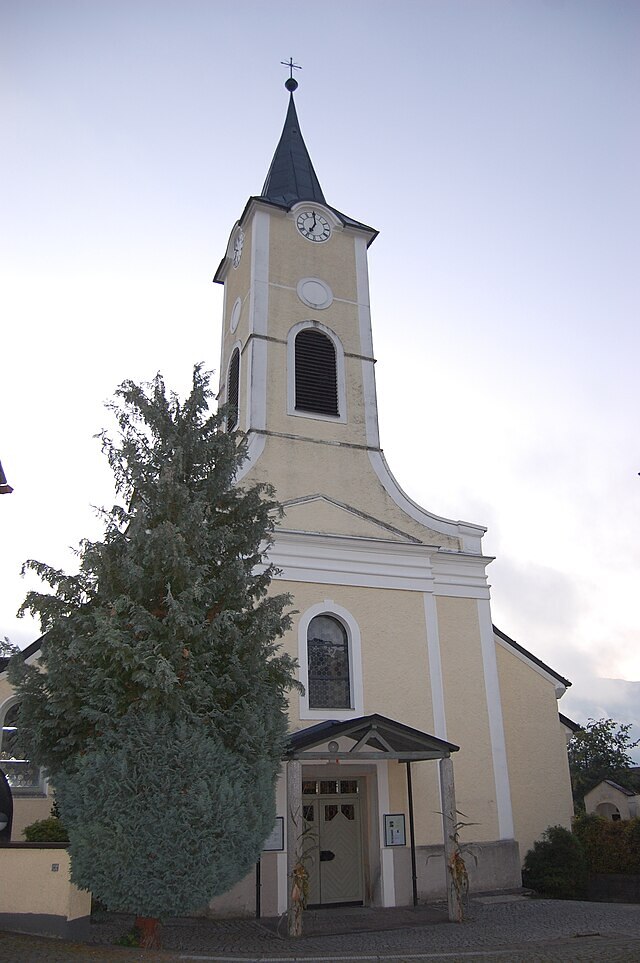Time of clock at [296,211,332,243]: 7:00
